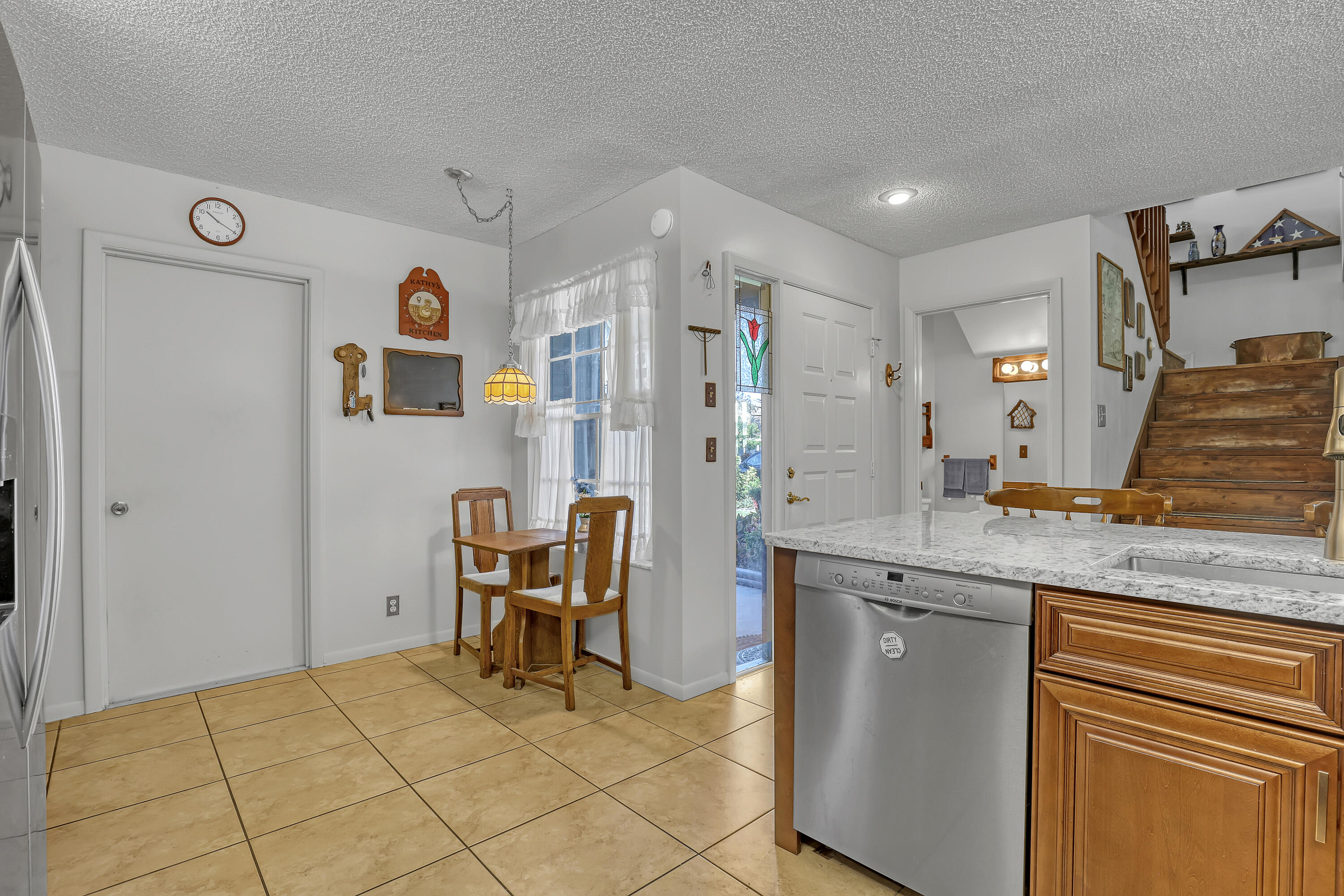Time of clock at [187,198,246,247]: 10:19
